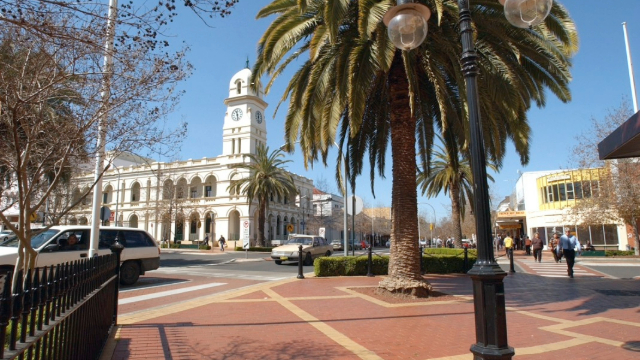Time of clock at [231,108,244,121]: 11:28
